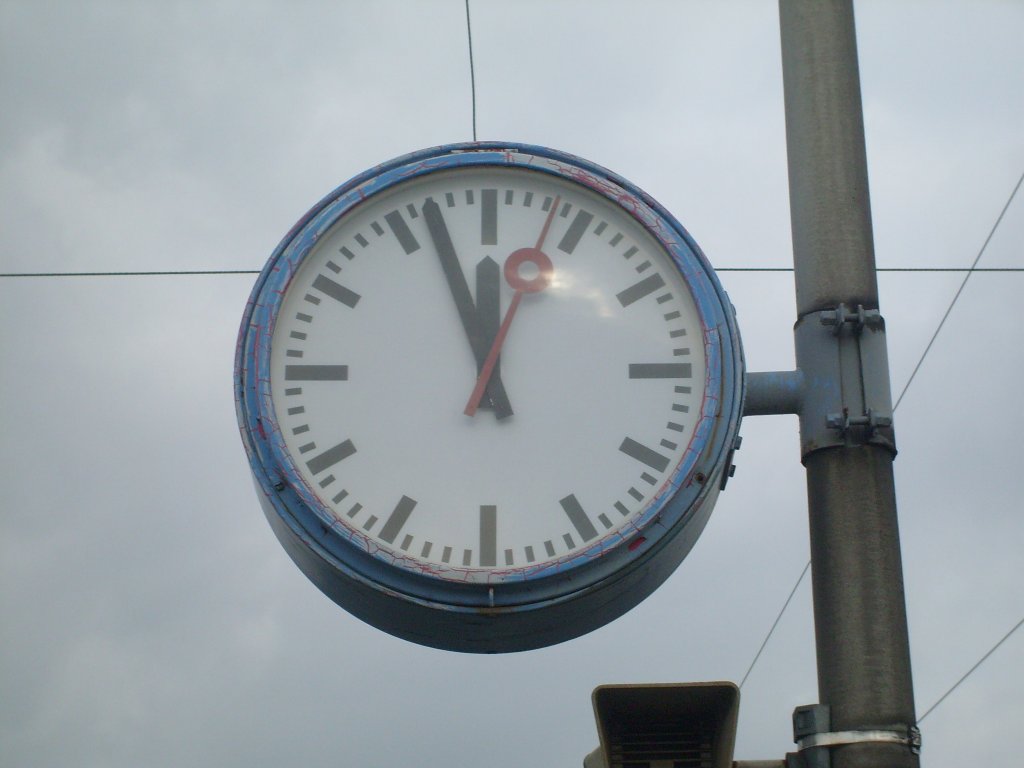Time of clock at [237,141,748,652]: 11:56
